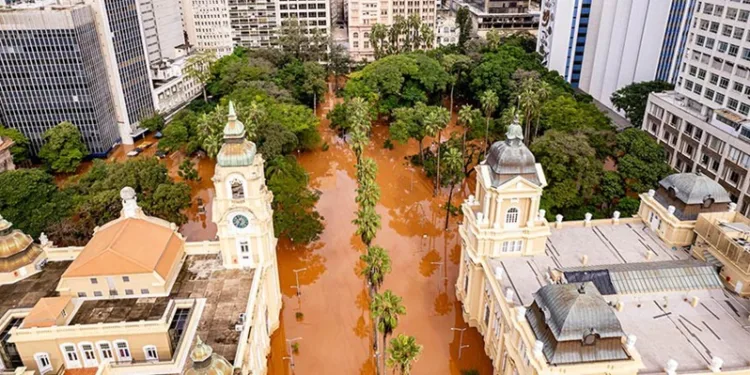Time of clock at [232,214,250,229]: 6:56
